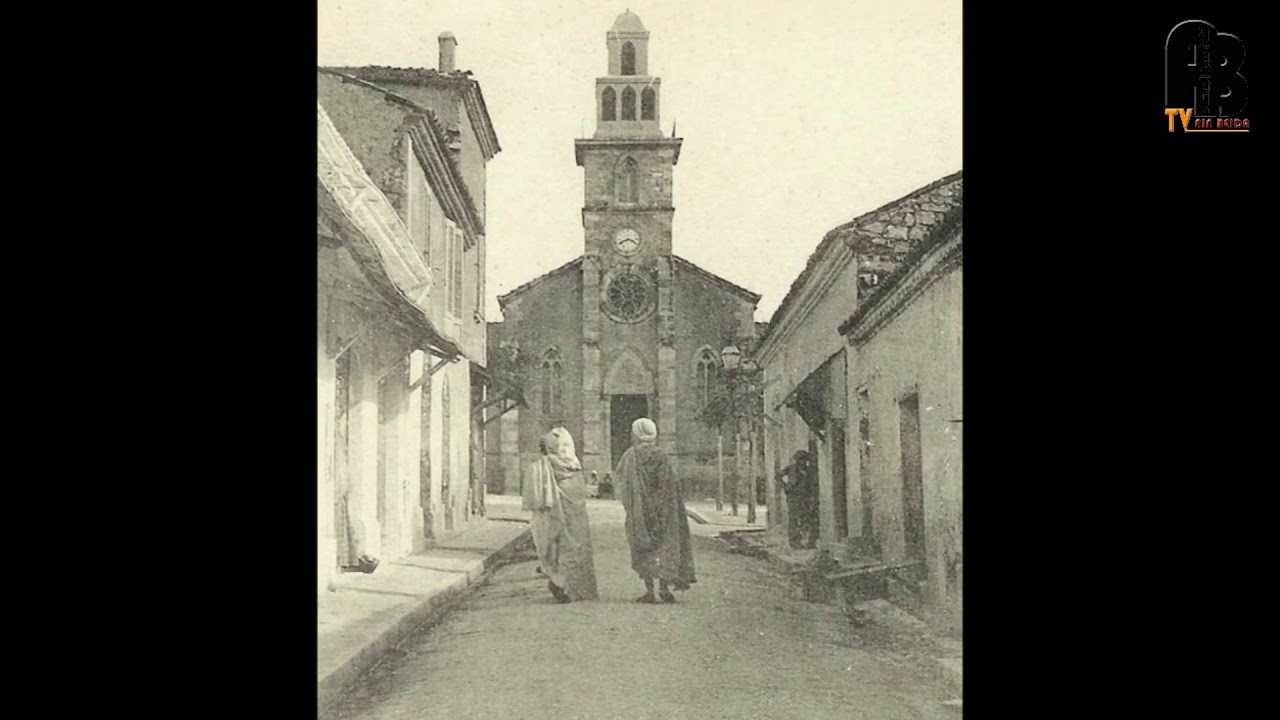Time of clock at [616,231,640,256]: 3:40
